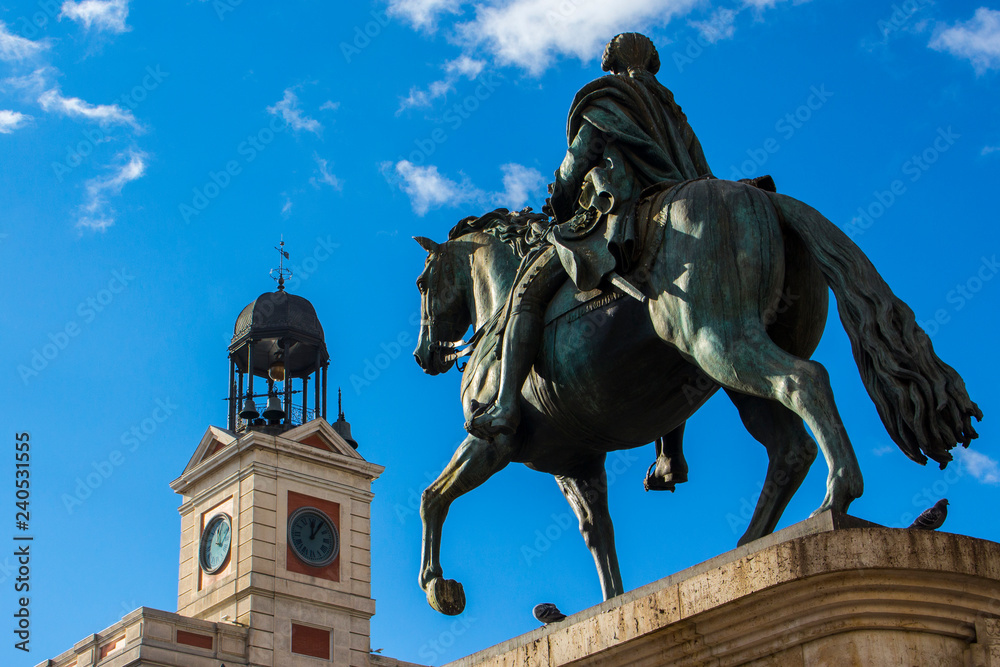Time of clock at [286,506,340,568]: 12:06
